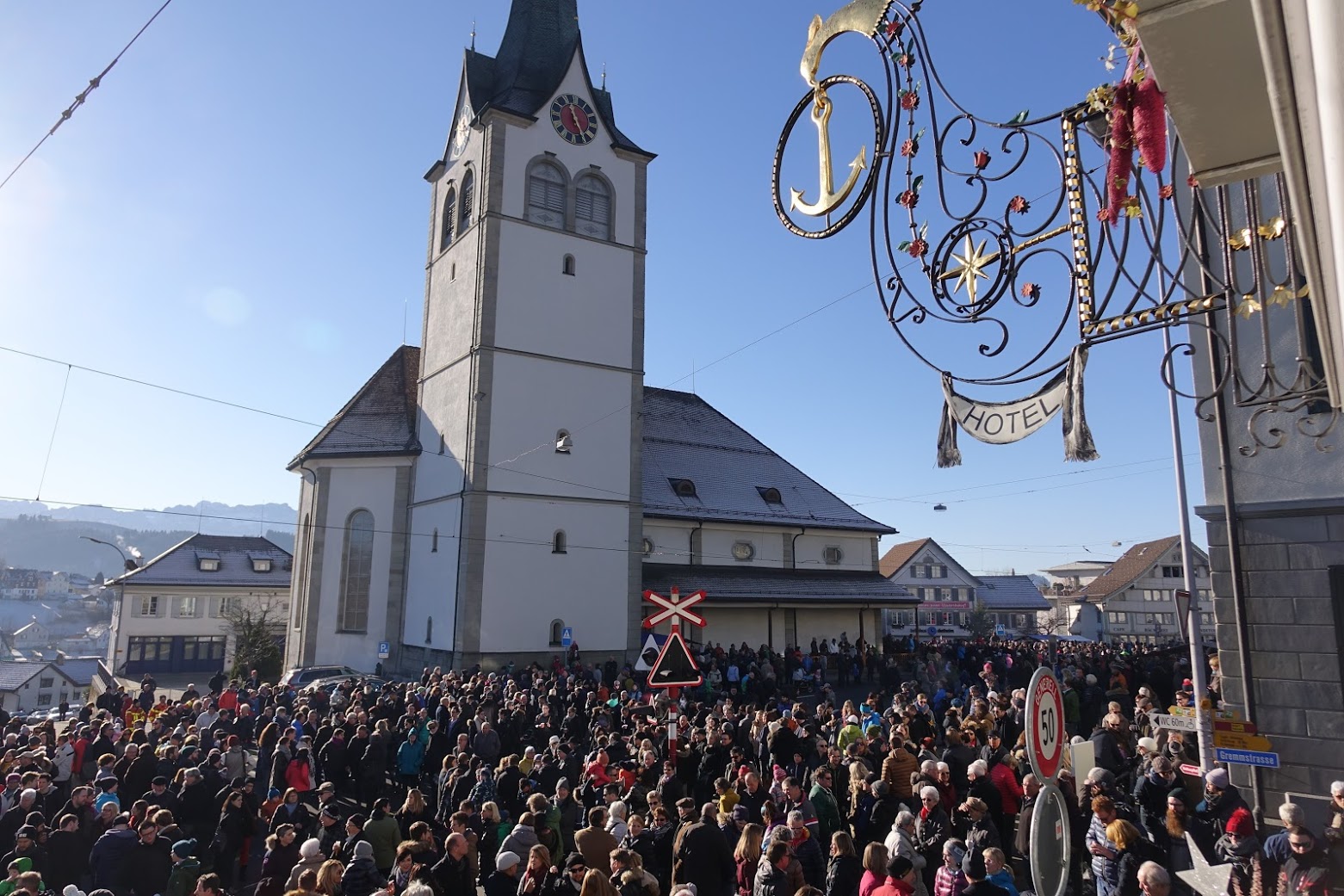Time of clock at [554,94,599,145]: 11:25
